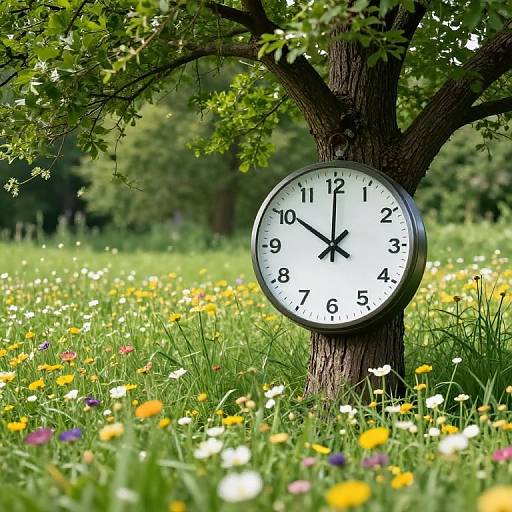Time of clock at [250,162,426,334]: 10:00
